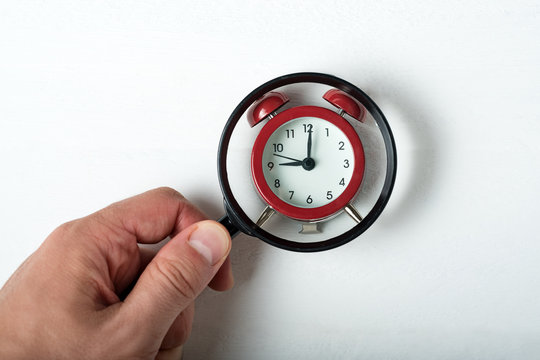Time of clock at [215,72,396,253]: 9:00
